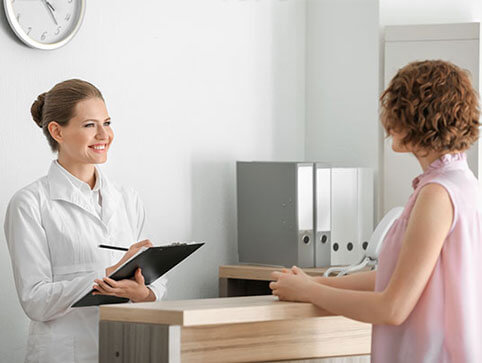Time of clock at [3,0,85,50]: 4:24
